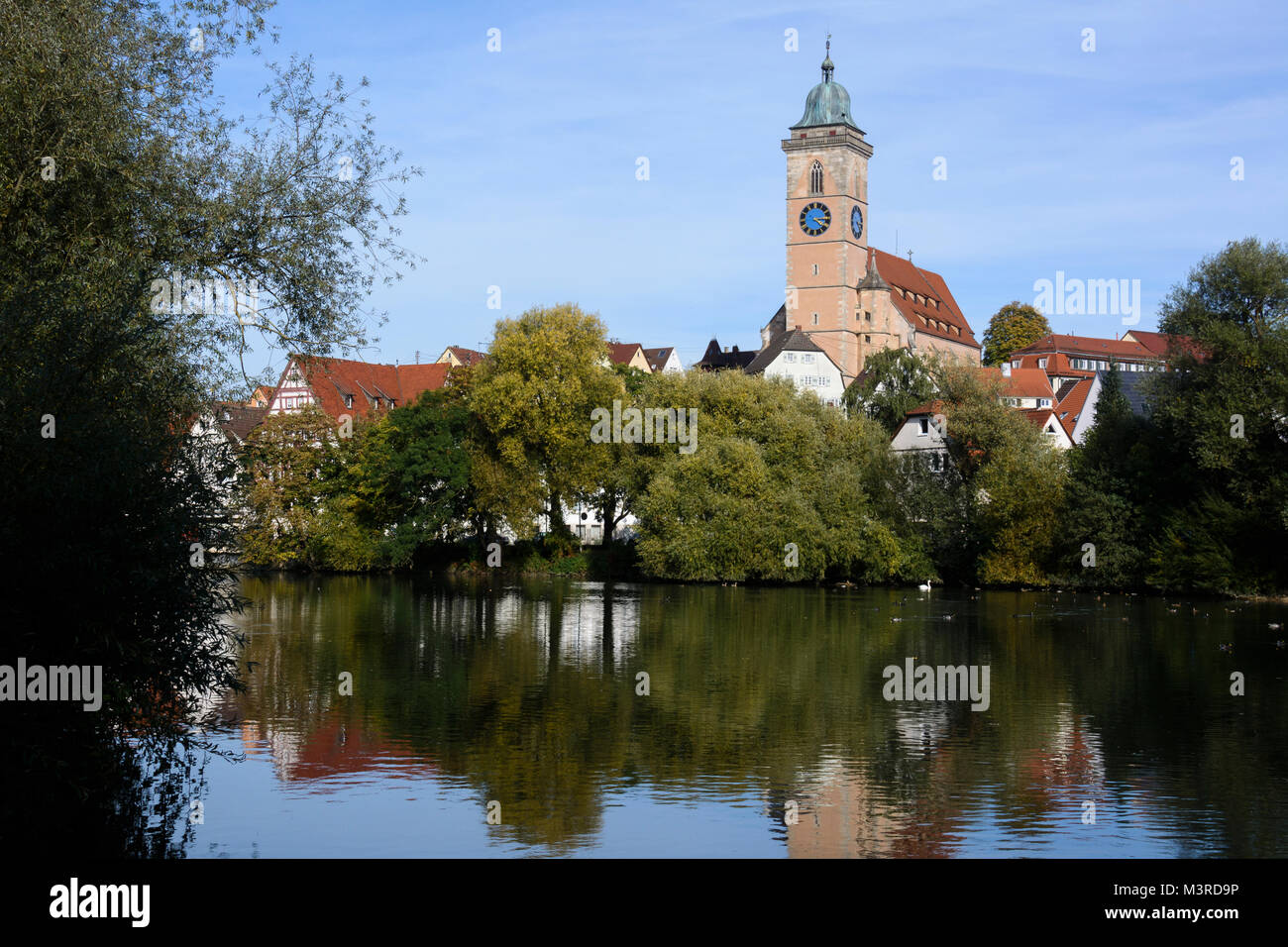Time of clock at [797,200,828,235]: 4:14
